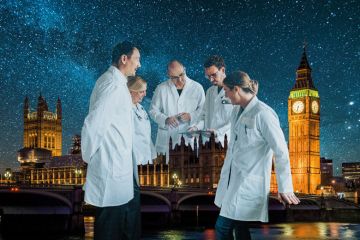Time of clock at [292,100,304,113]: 6:32
